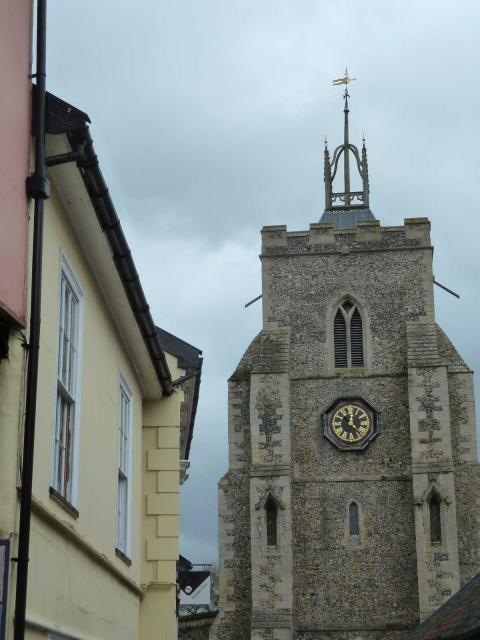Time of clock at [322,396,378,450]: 12:23
